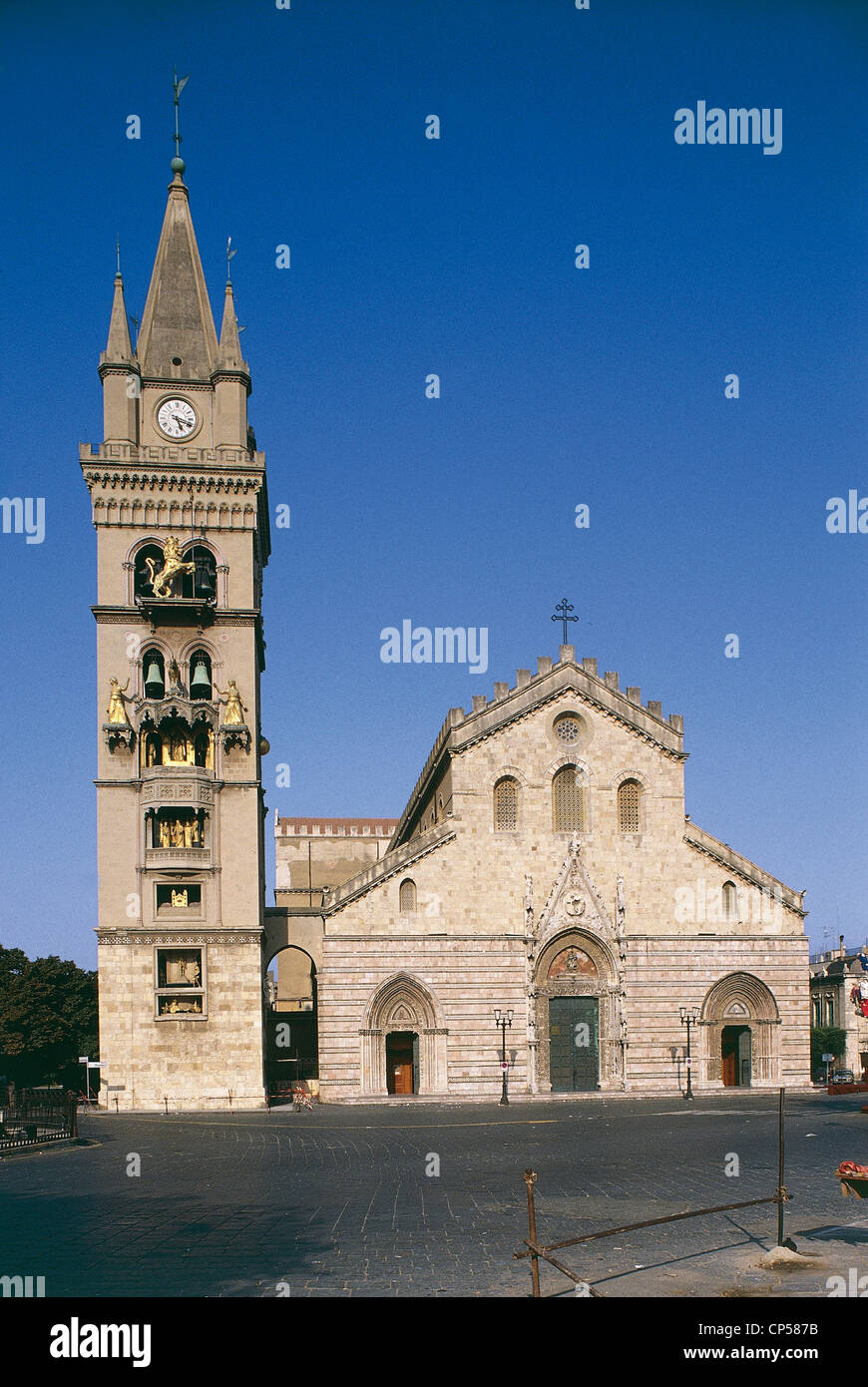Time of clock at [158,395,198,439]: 5:18
